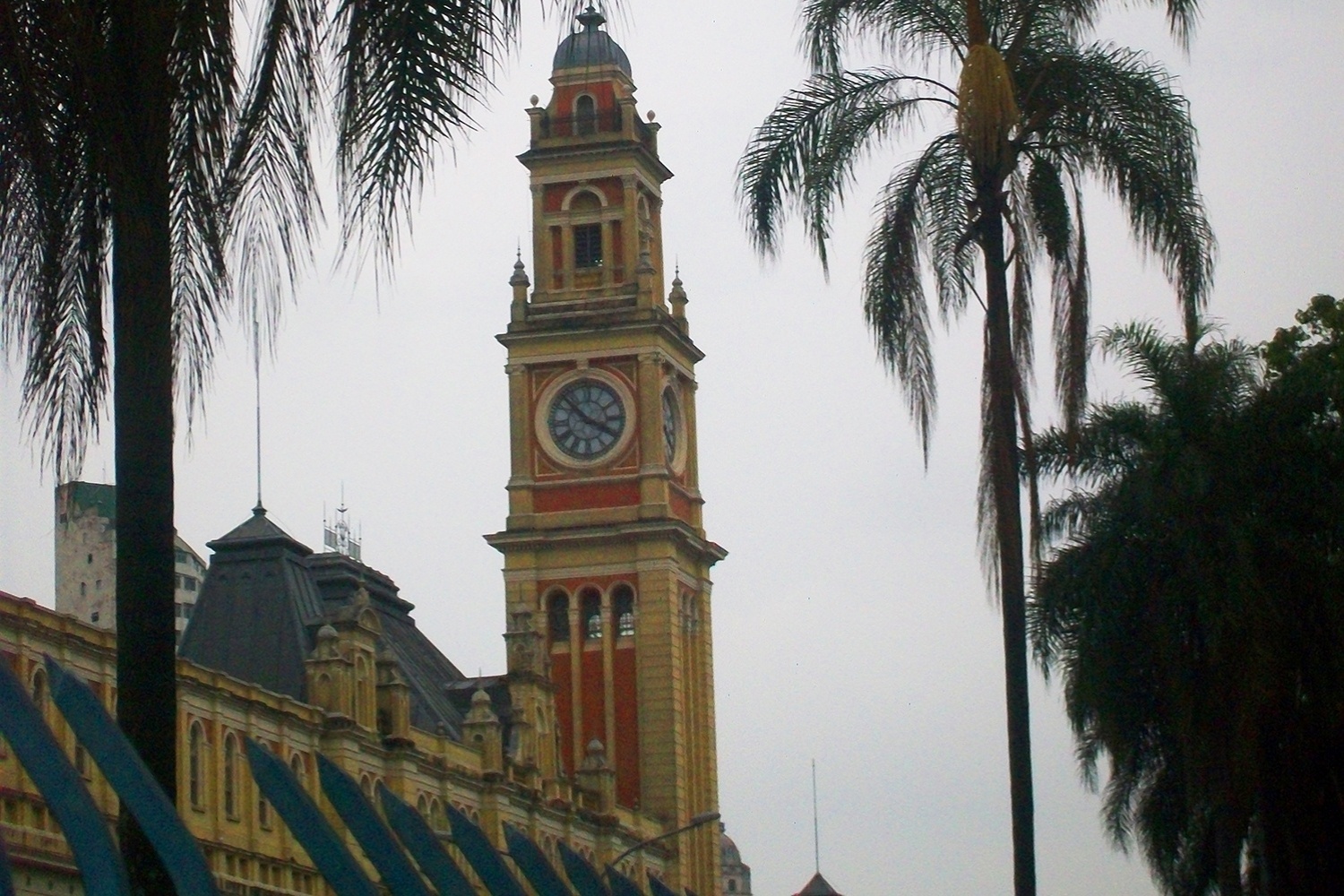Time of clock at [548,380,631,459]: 3:52
